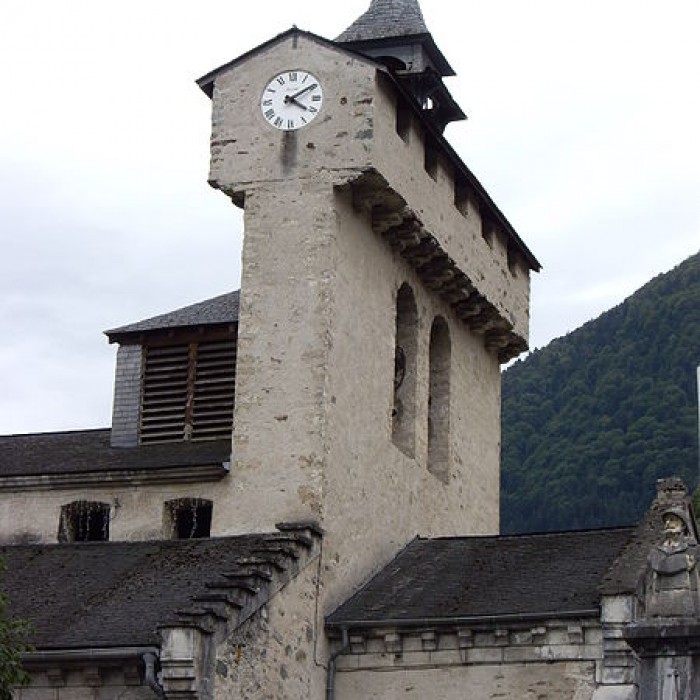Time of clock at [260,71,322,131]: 4:09
